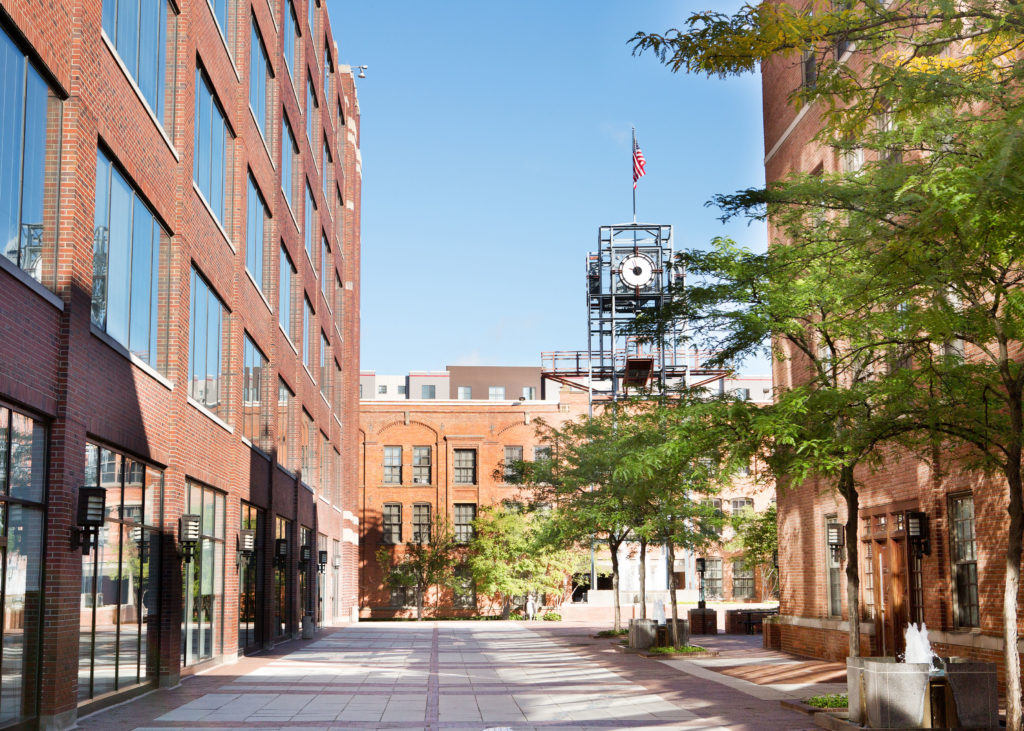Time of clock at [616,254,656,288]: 9:57
